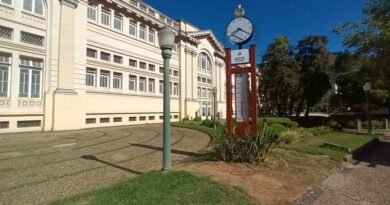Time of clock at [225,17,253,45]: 8:20
